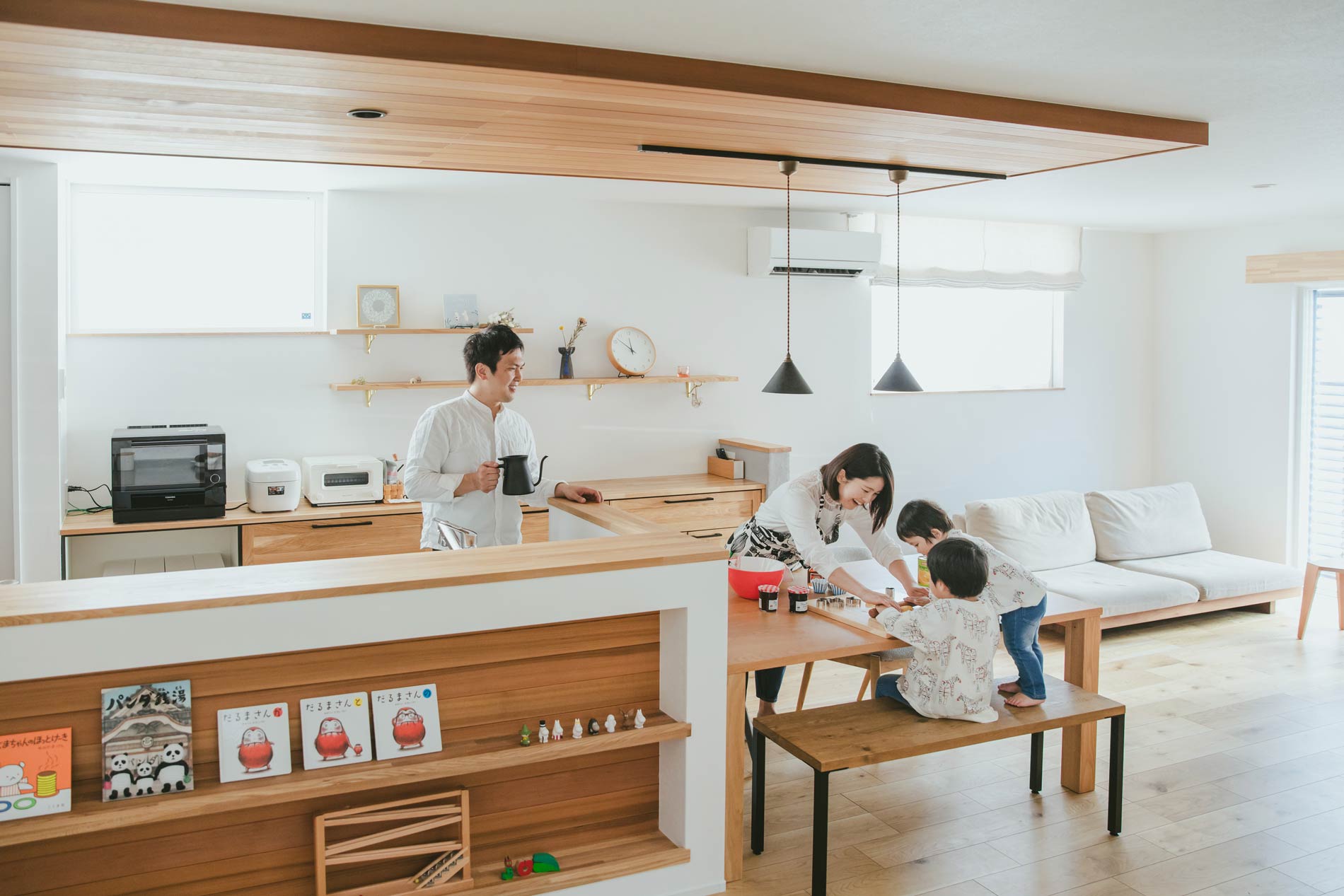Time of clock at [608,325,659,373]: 11:52
